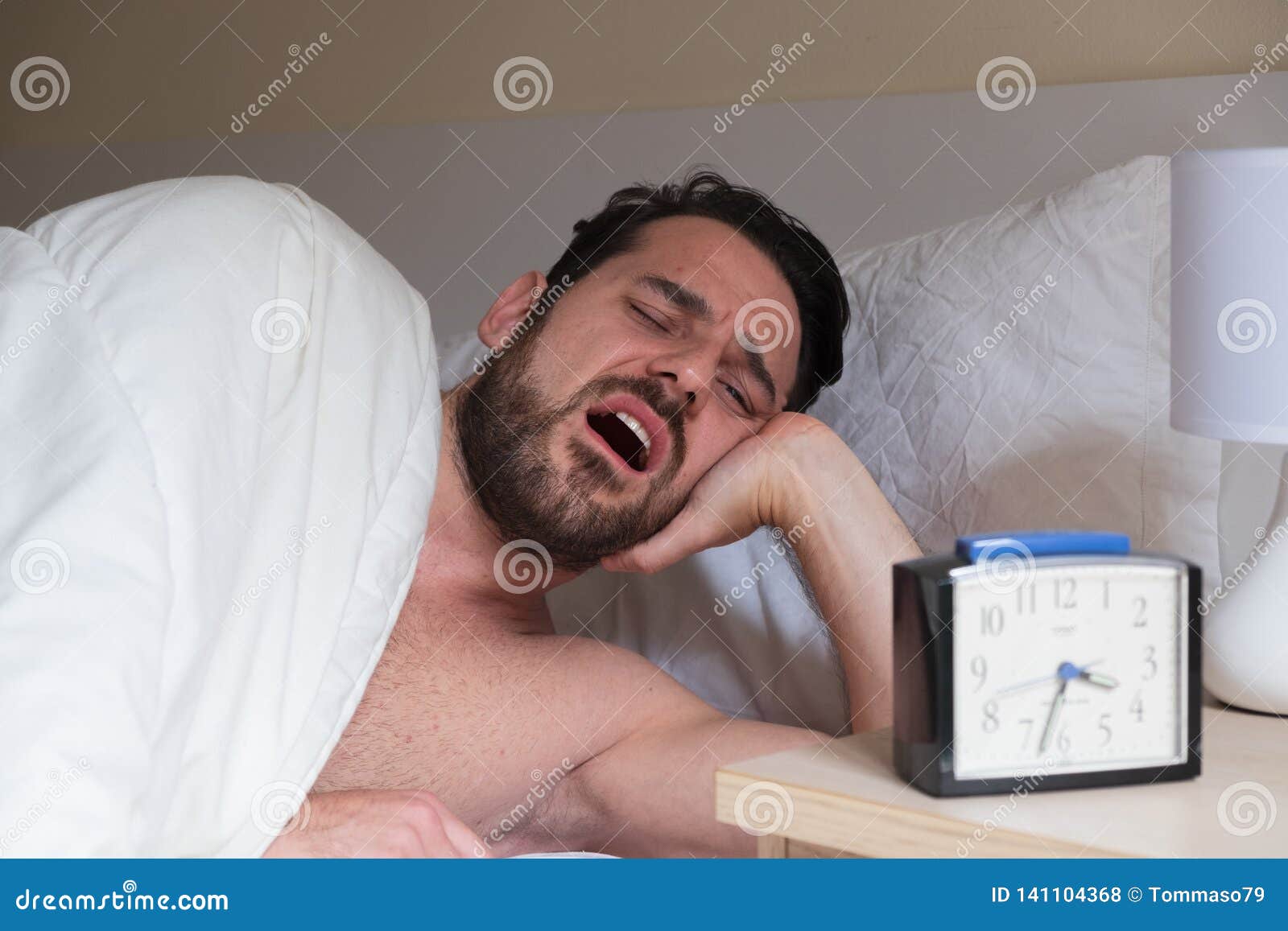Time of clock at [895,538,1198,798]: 3:33
